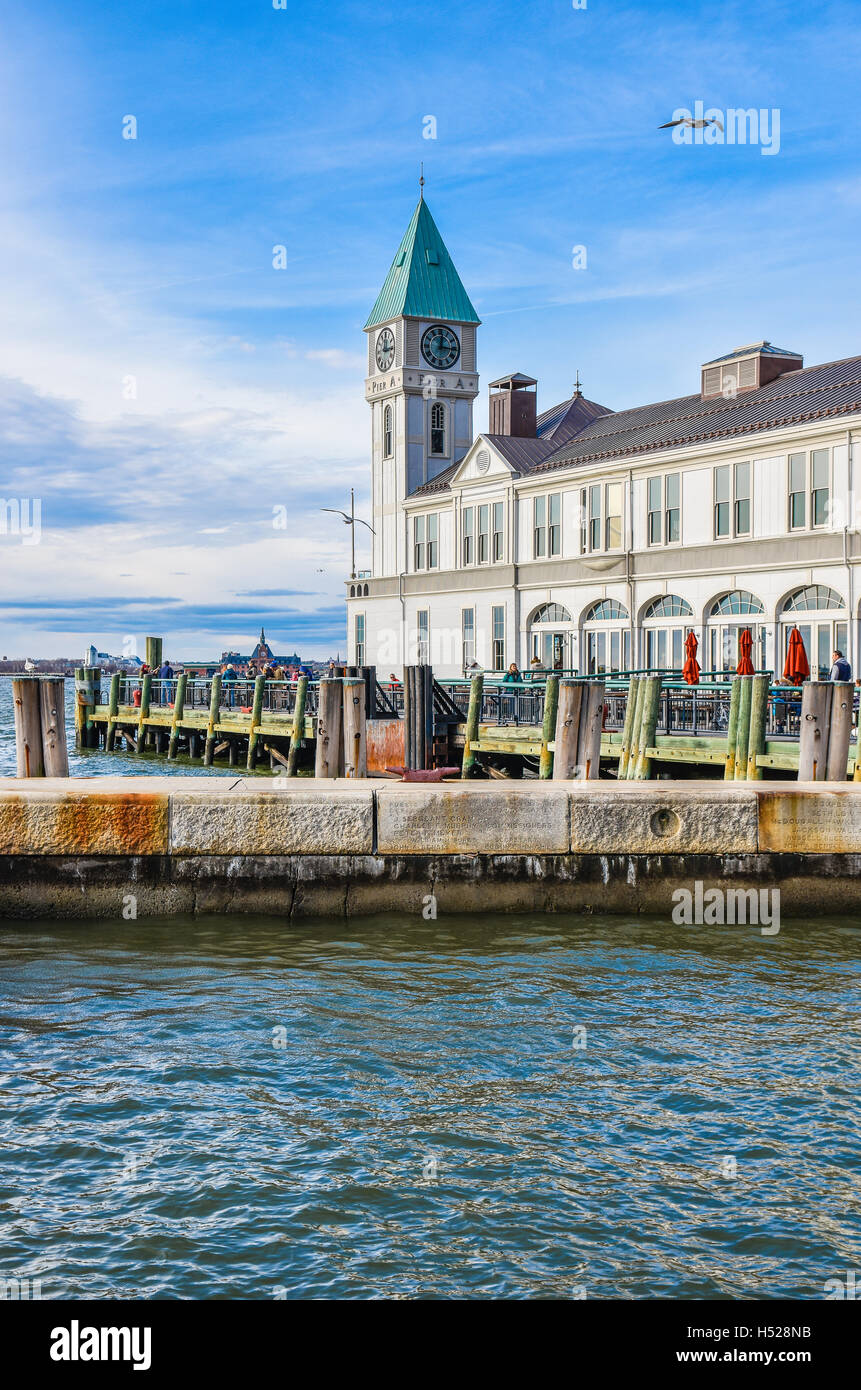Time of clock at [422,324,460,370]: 12:16
